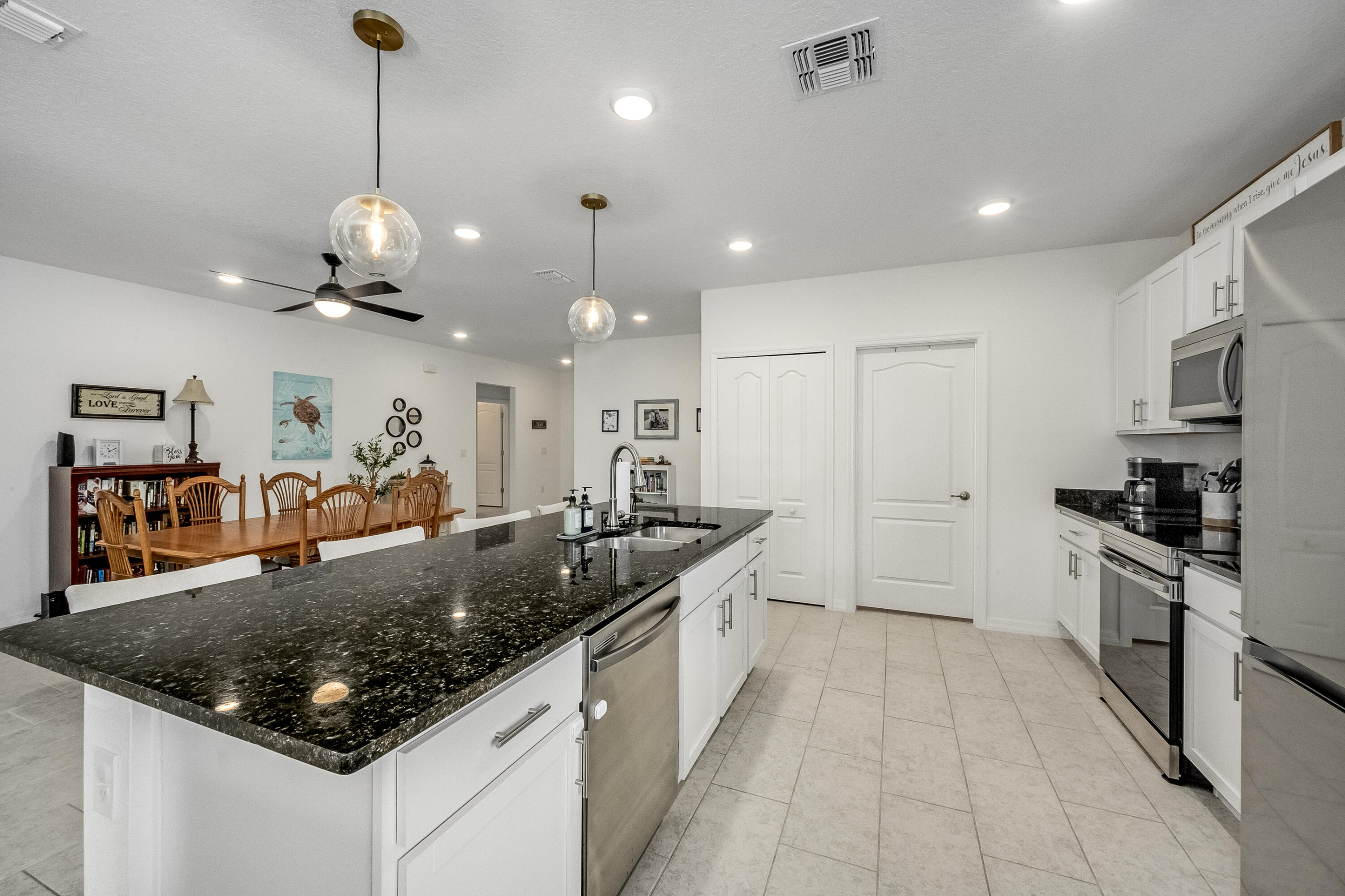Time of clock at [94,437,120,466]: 11:10
